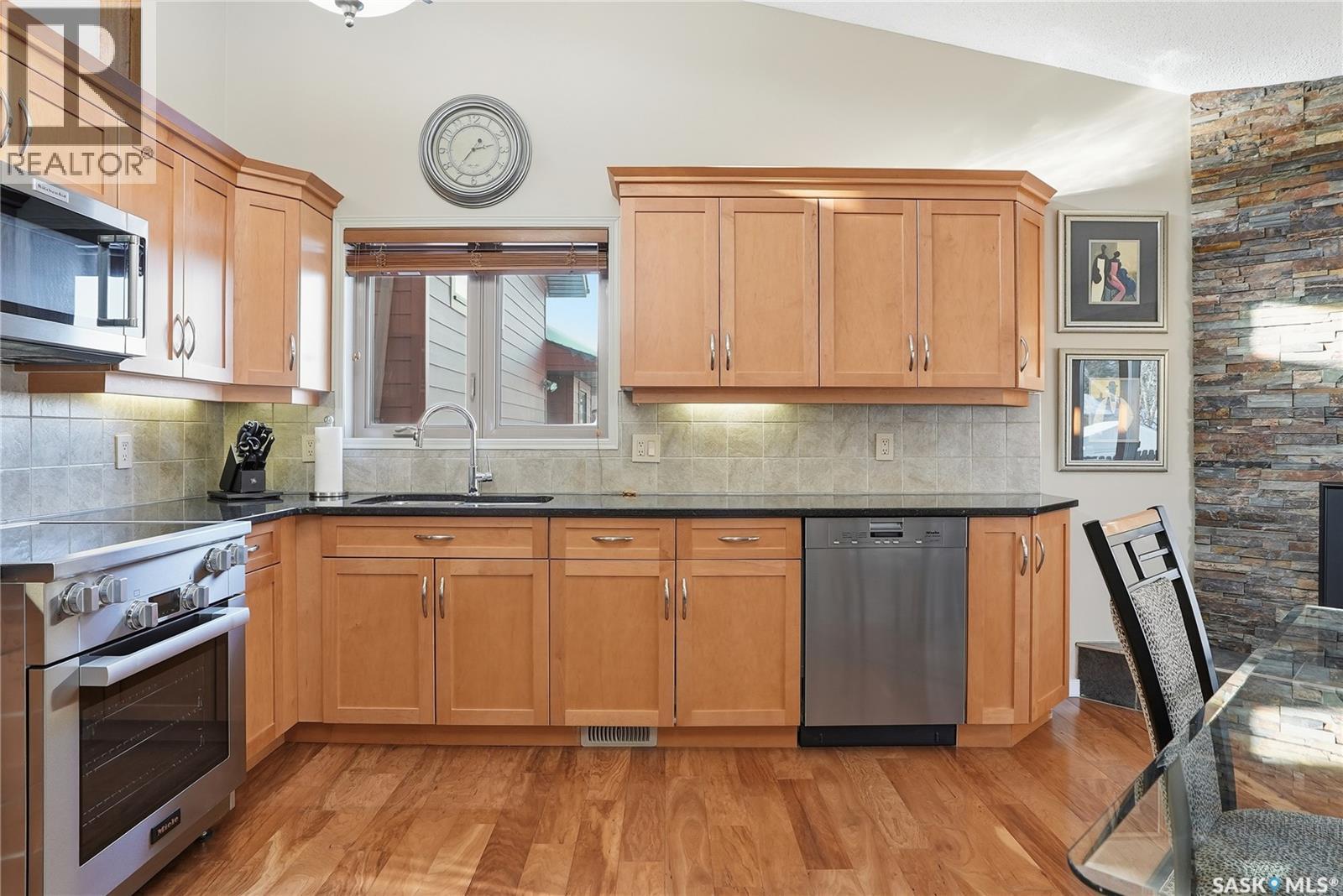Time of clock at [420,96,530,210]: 2:36
